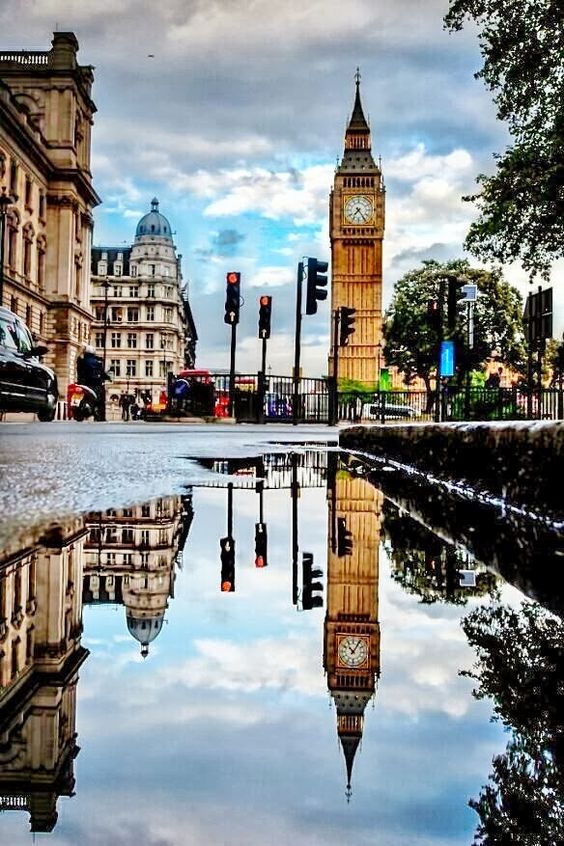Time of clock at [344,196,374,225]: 7:24
